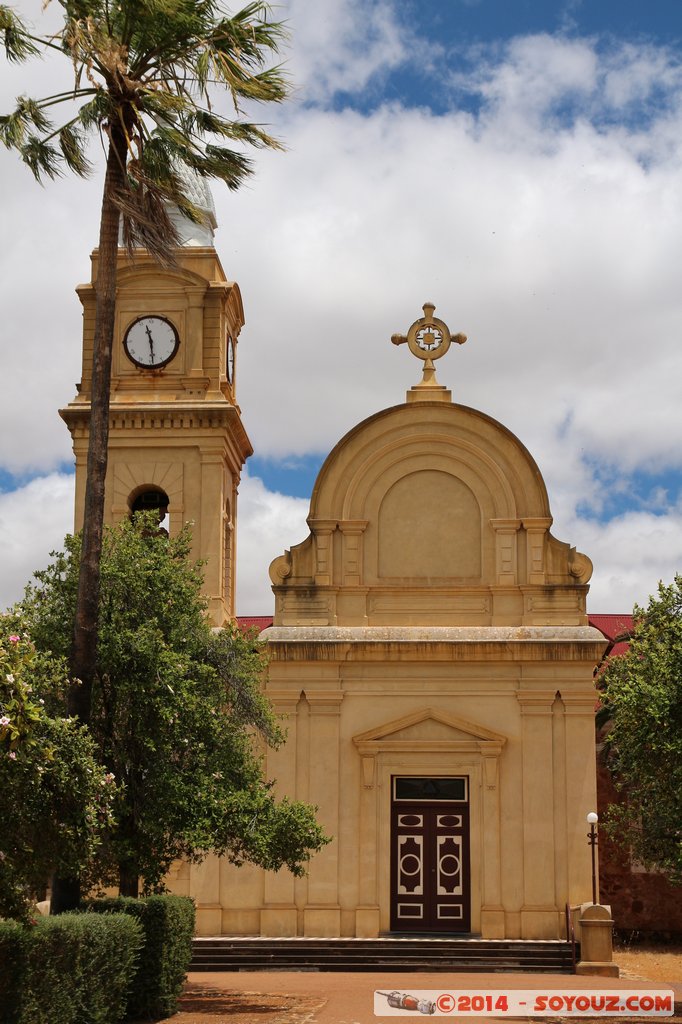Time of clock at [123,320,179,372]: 11:29
